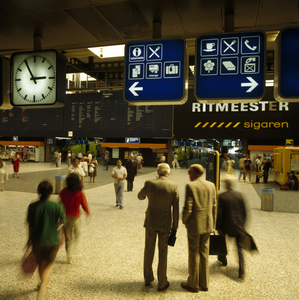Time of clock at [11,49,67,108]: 2:54
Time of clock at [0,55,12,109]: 2:54
